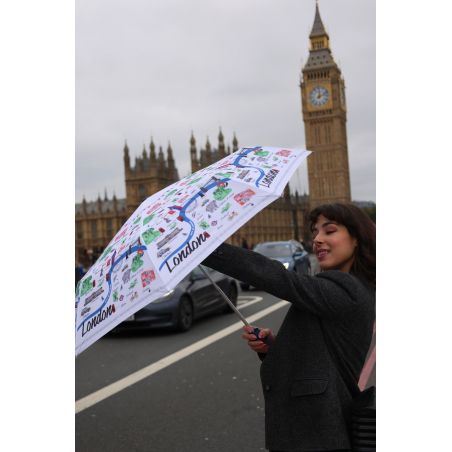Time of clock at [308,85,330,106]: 12:11
